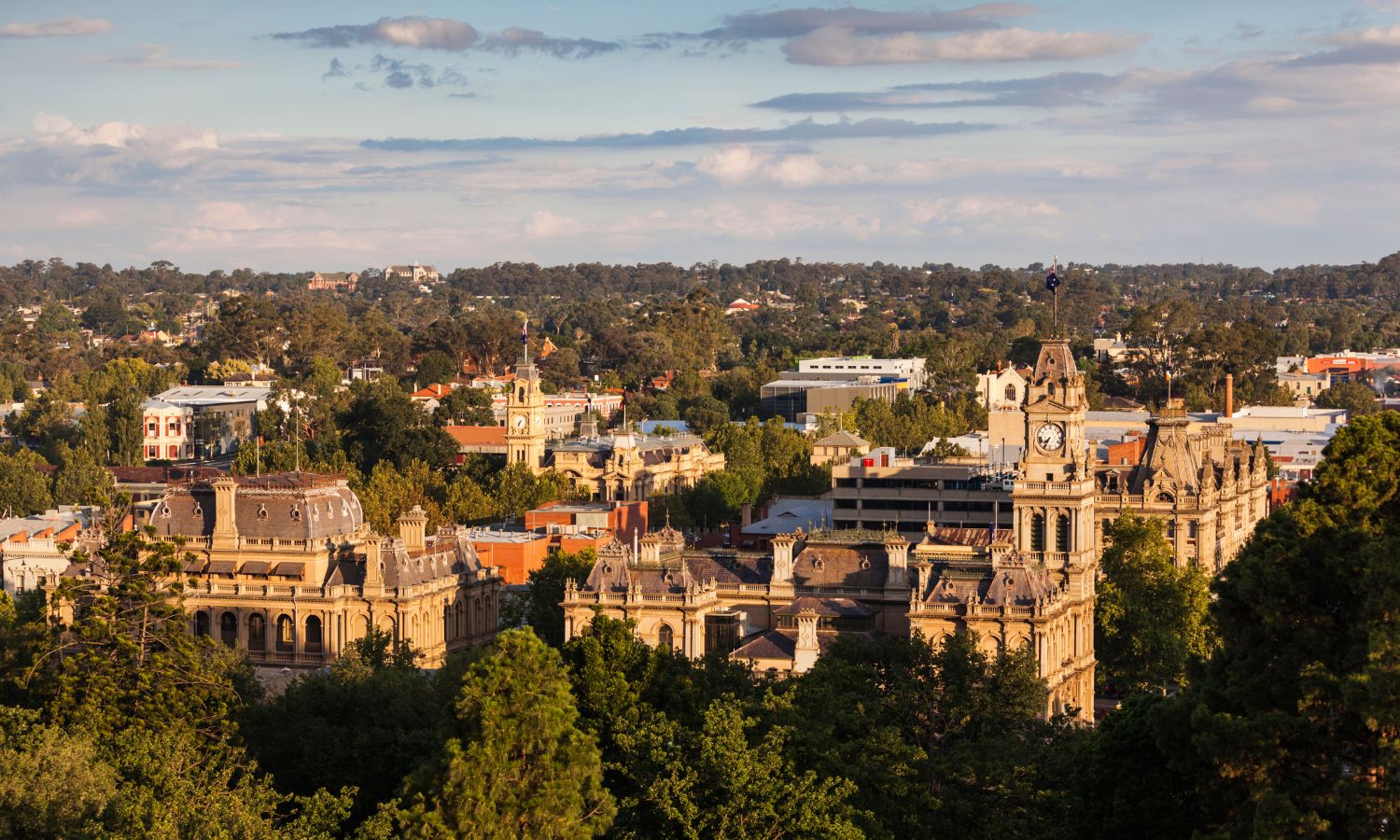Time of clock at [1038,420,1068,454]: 7:34
